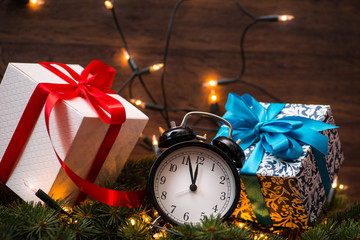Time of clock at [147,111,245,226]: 11:56
